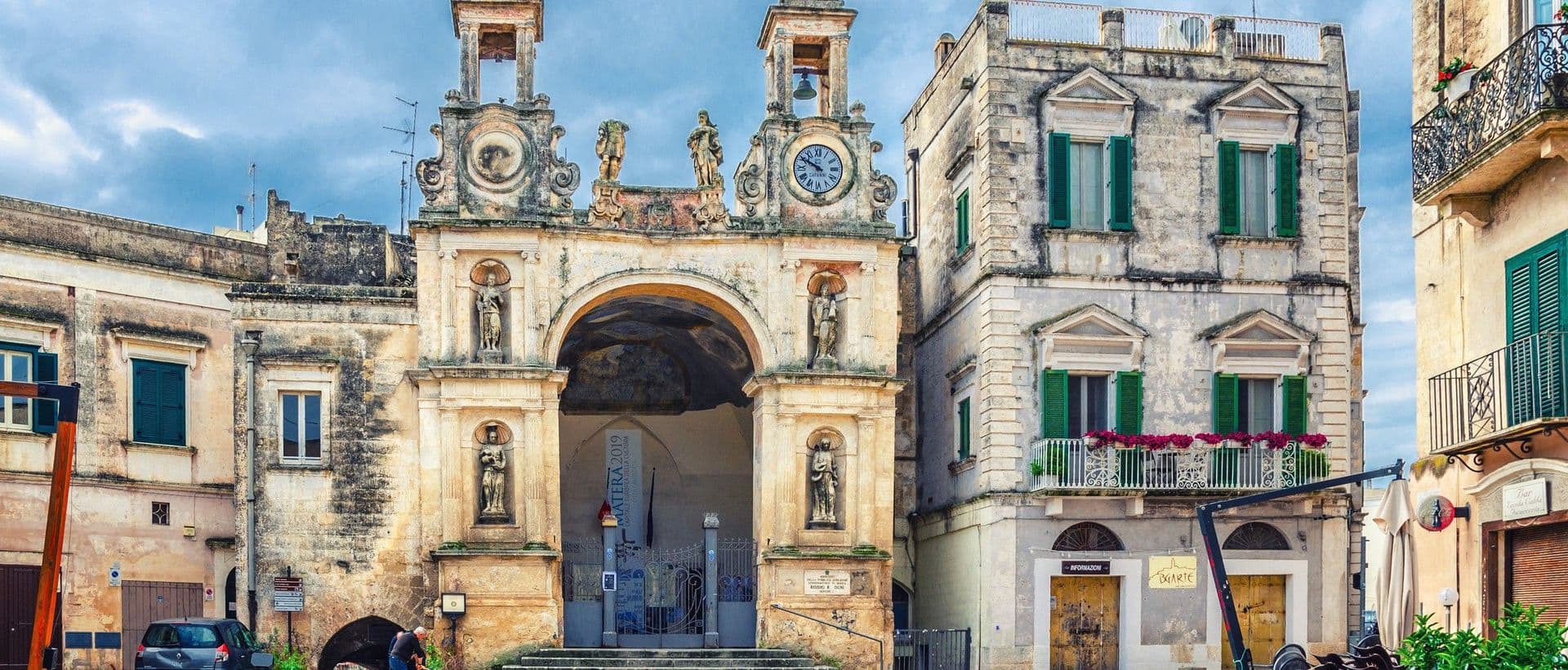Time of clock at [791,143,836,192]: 9:50
